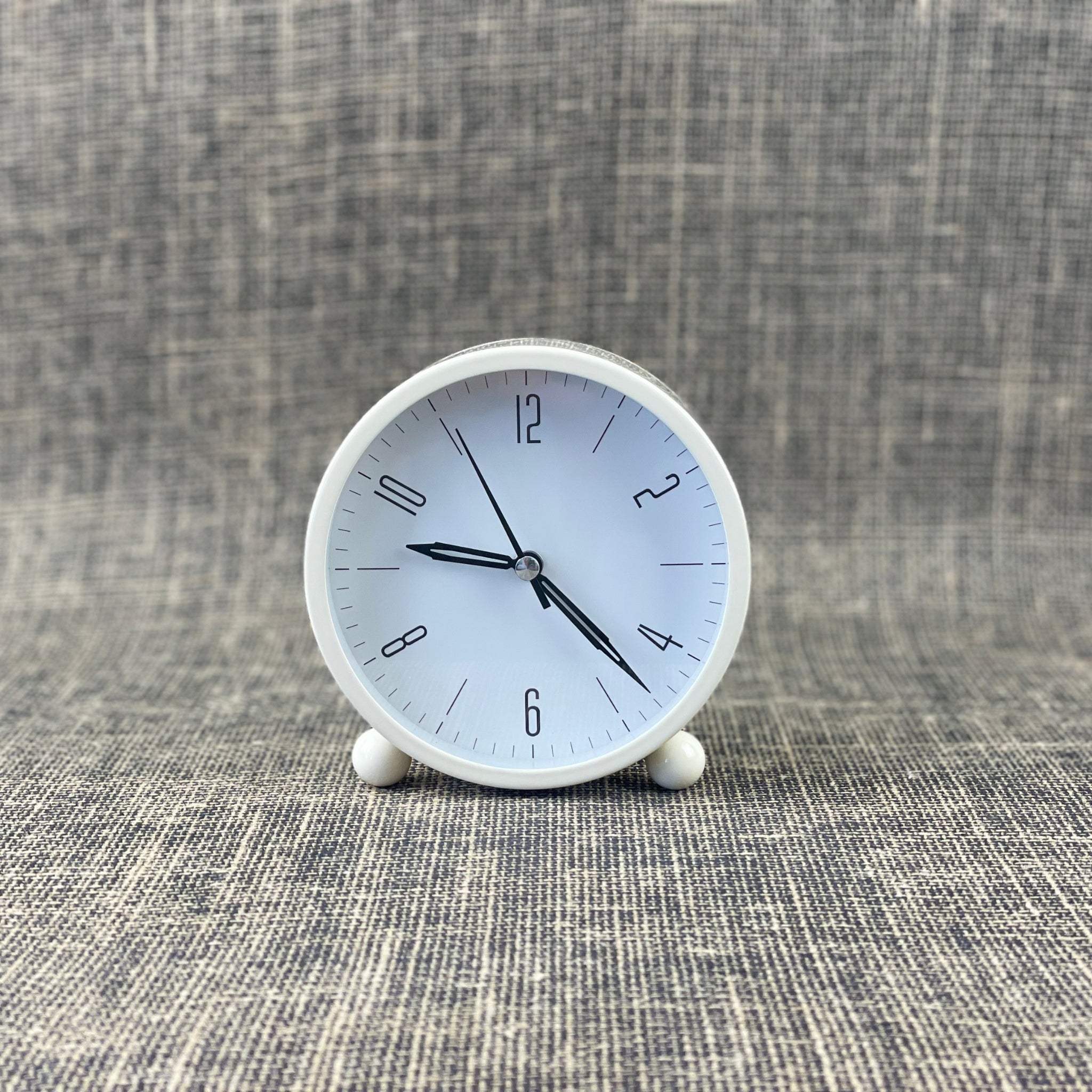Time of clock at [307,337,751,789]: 9:22
